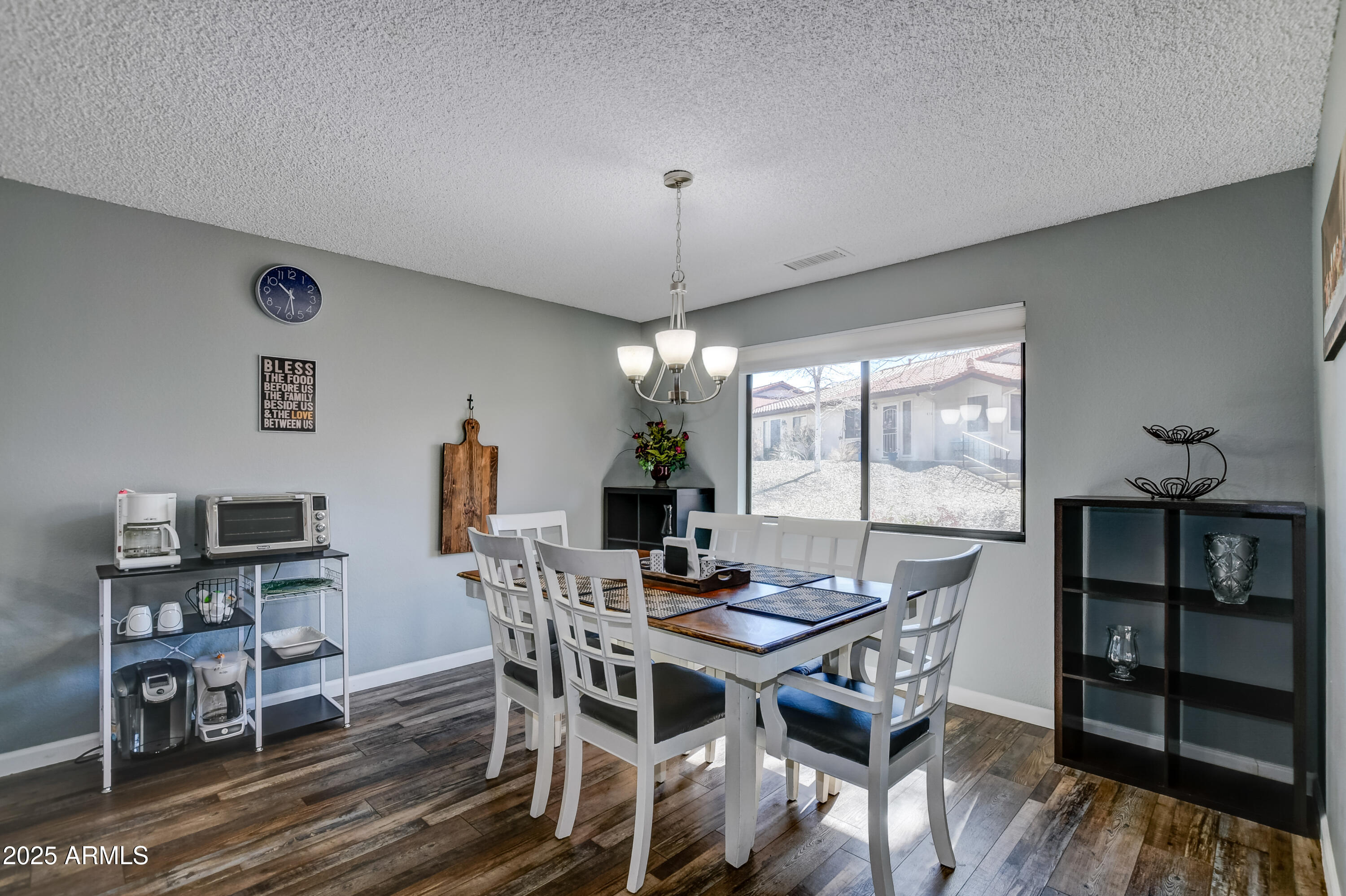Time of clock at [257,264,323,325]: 10:28
